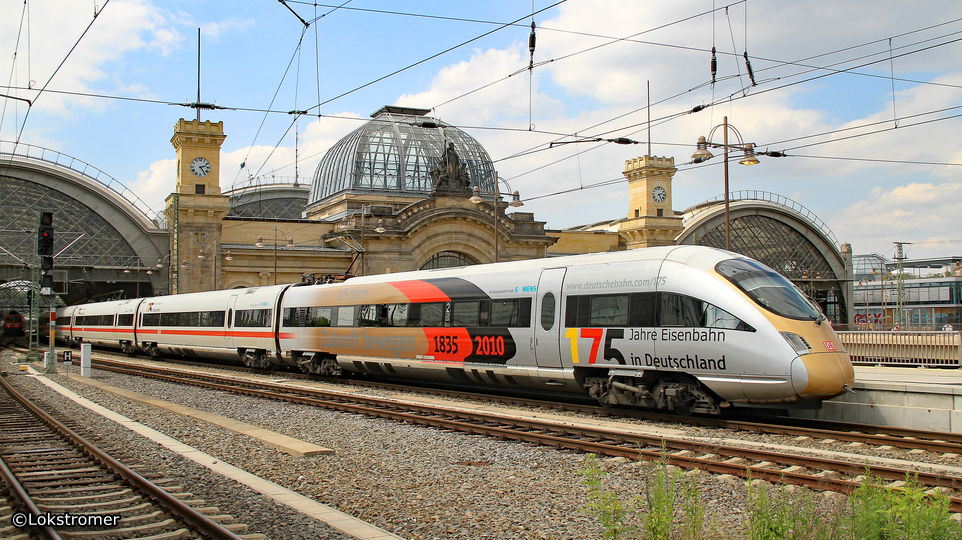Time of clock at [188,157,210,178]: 2:24
